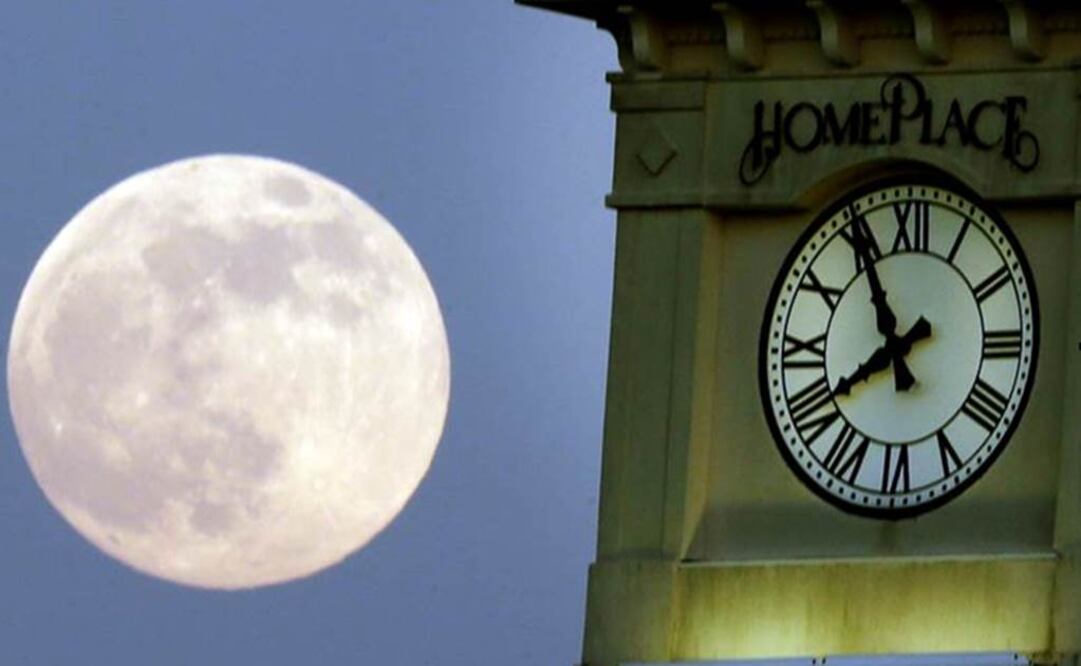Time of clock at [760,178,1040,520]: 7:54
